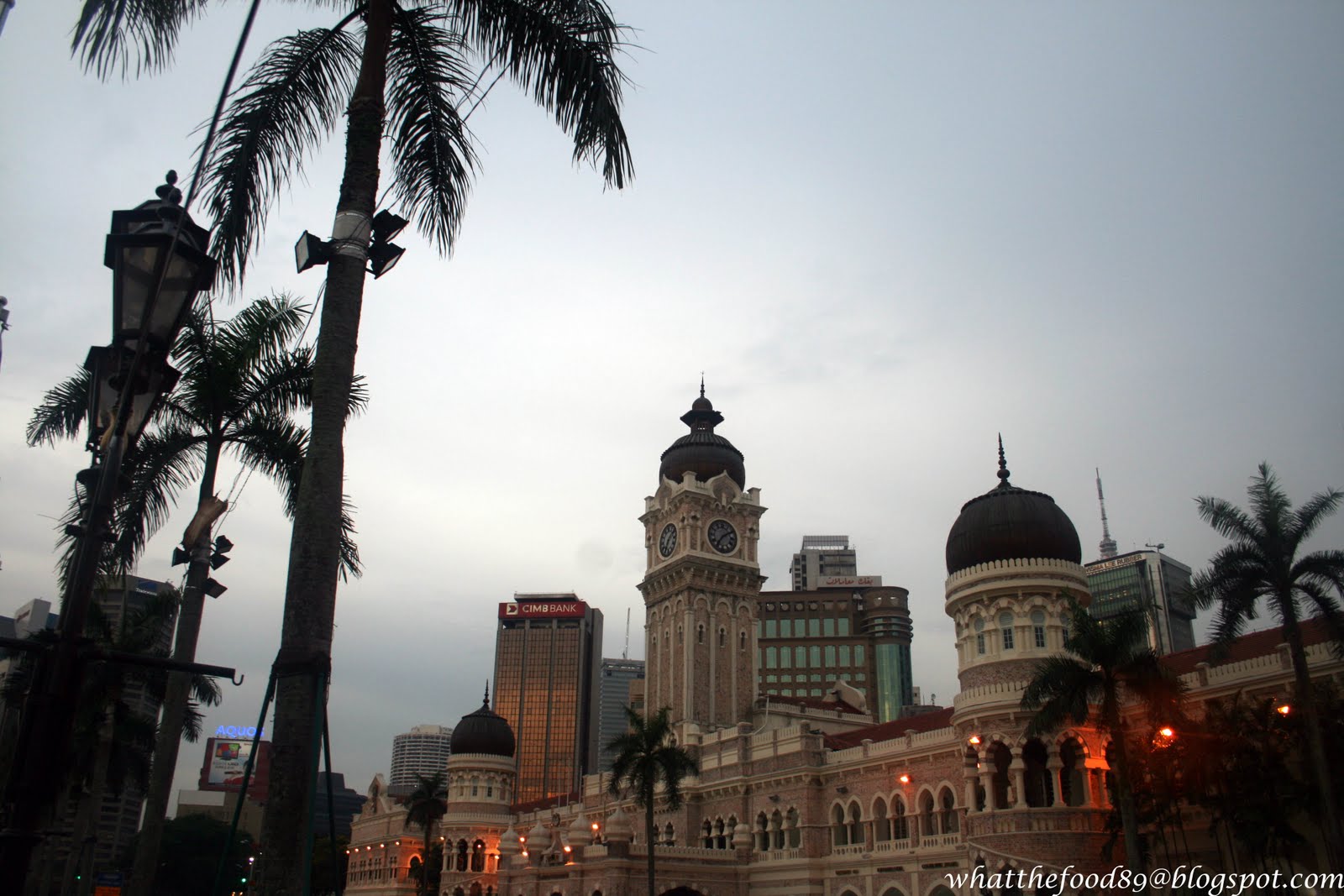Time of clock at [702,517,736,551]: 7:09
